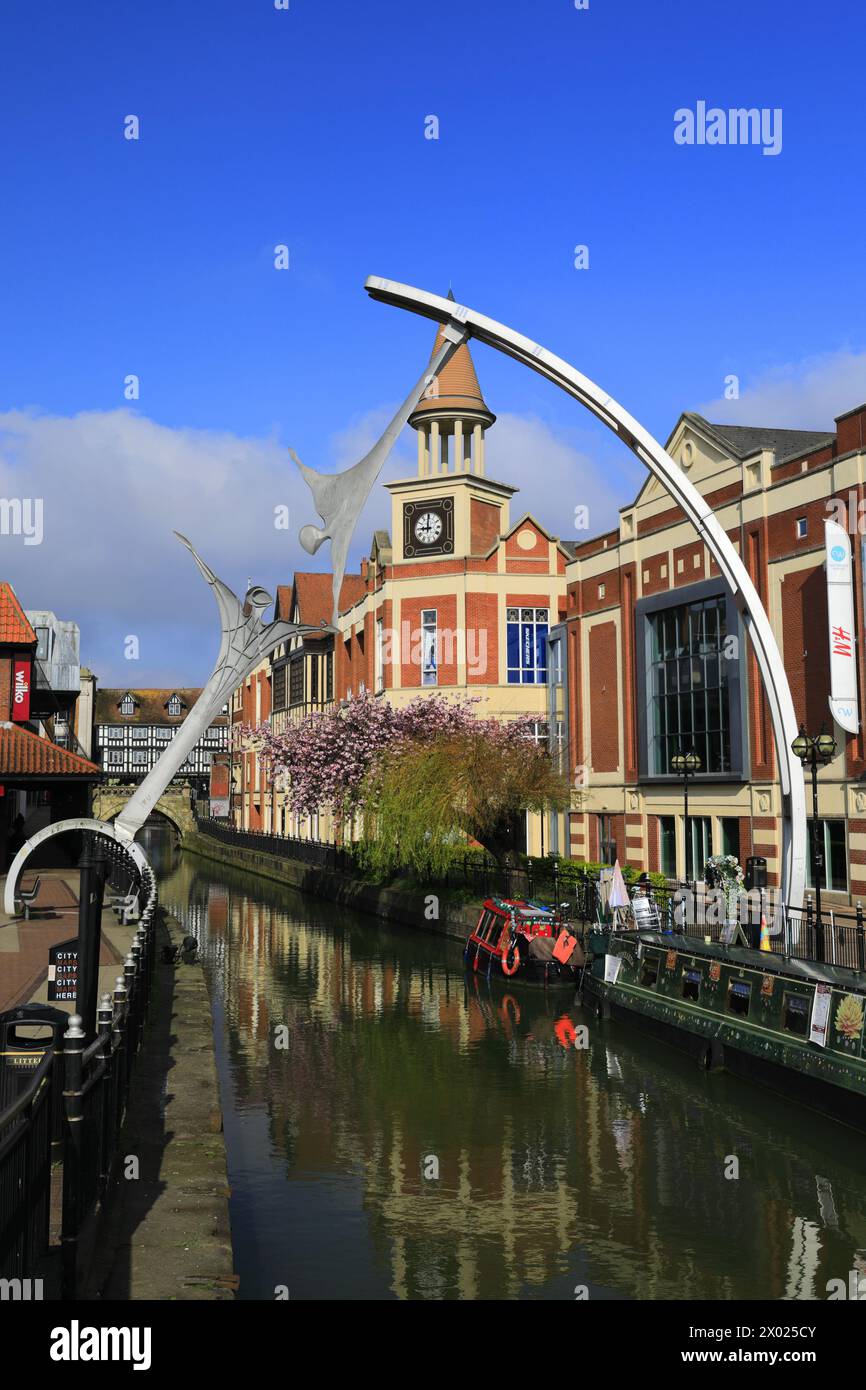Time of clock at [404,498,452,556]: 9:00
